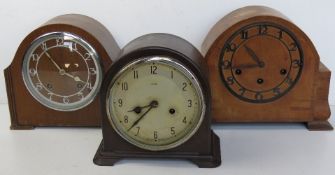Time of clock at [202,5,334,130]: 10:43
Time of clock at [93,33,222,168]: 8:37
